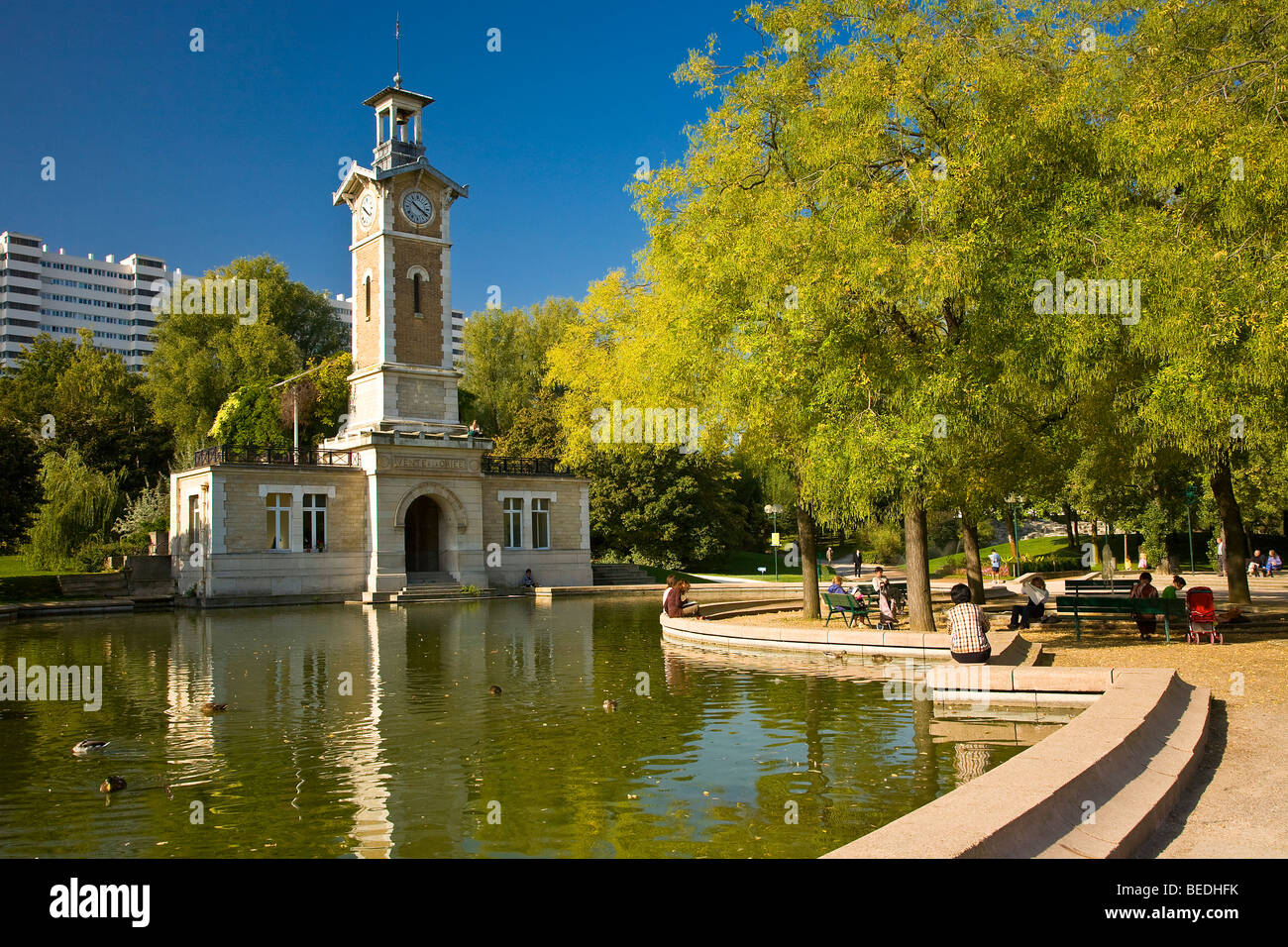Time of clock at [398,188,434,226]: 10:20
